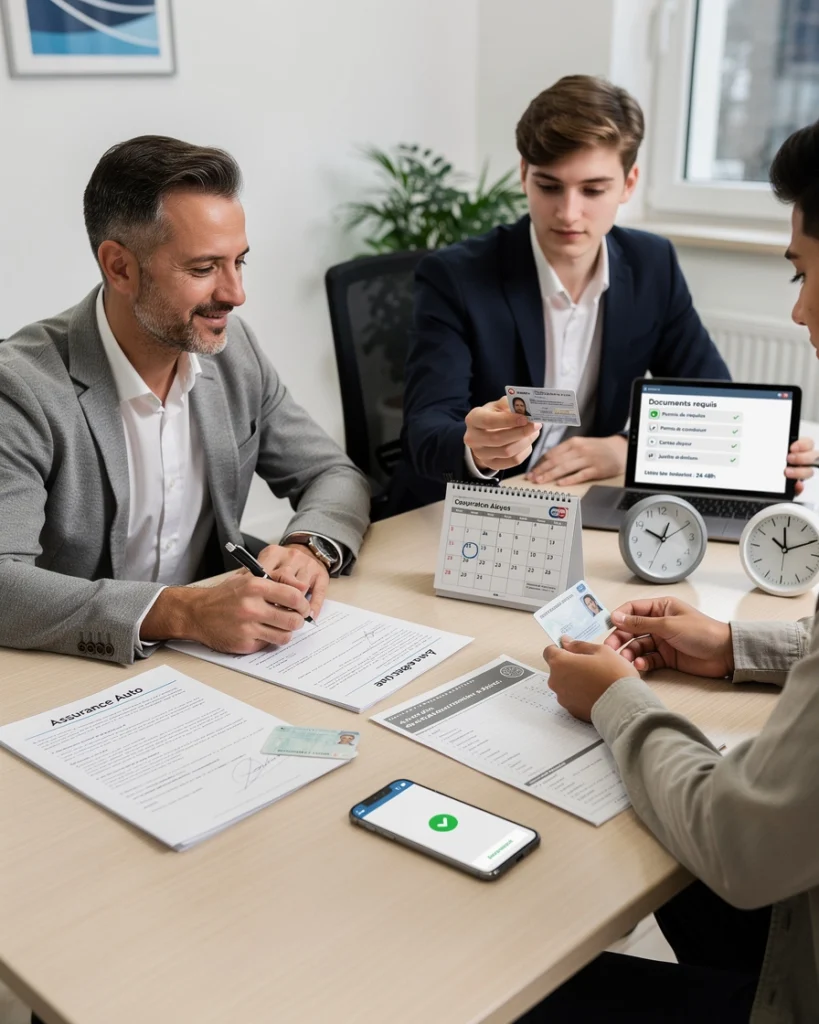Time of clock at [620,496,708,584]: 12:49
